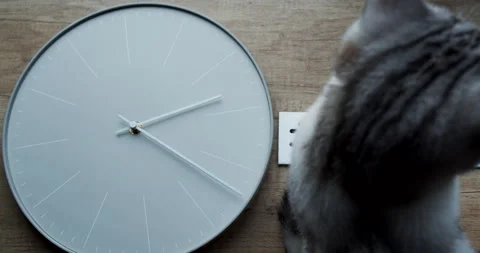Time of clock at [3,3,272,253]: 2:20
